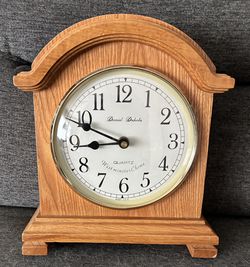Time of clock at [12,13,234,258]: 8:48
